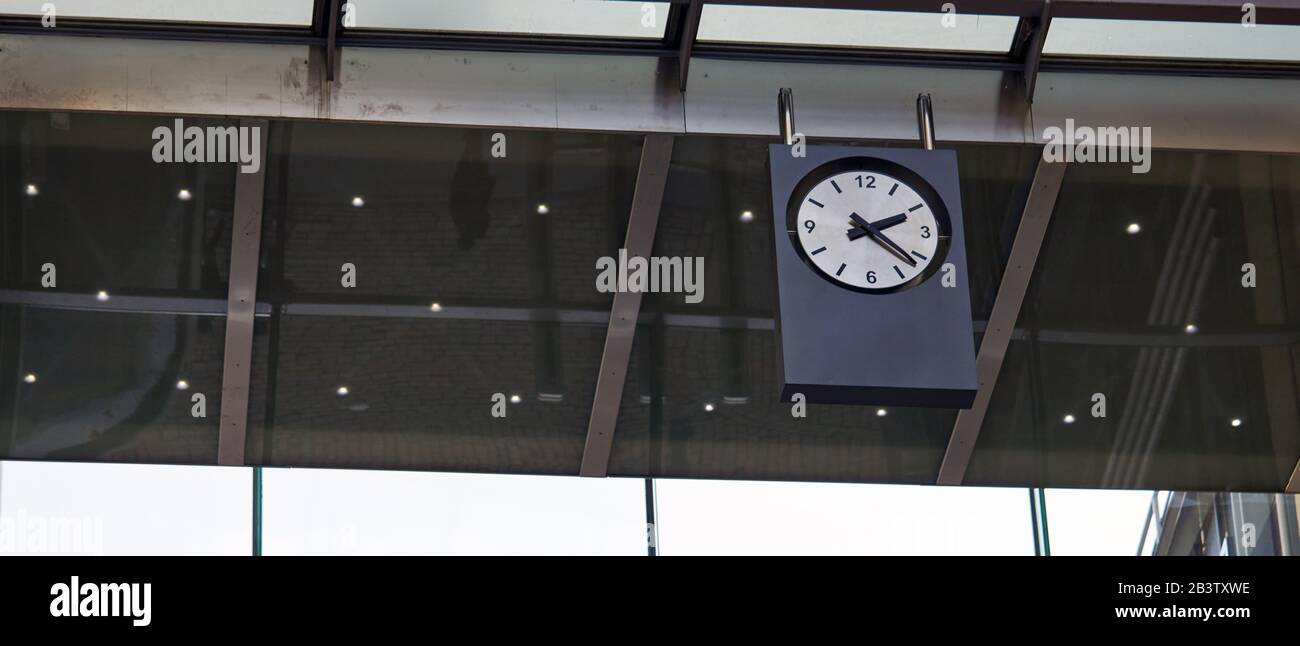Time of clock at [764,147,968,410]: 2:21
